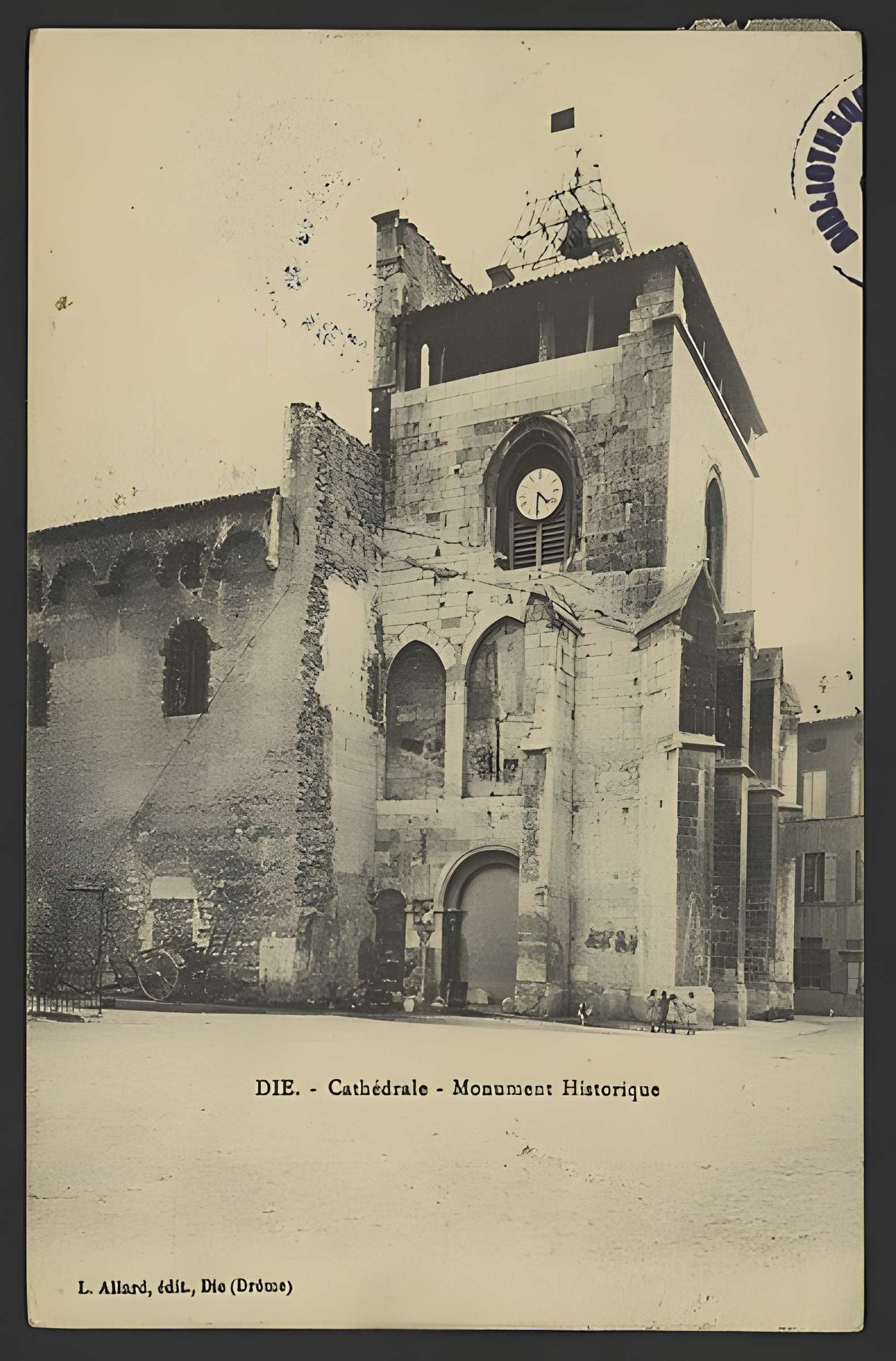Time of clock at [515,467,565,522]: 4:30
